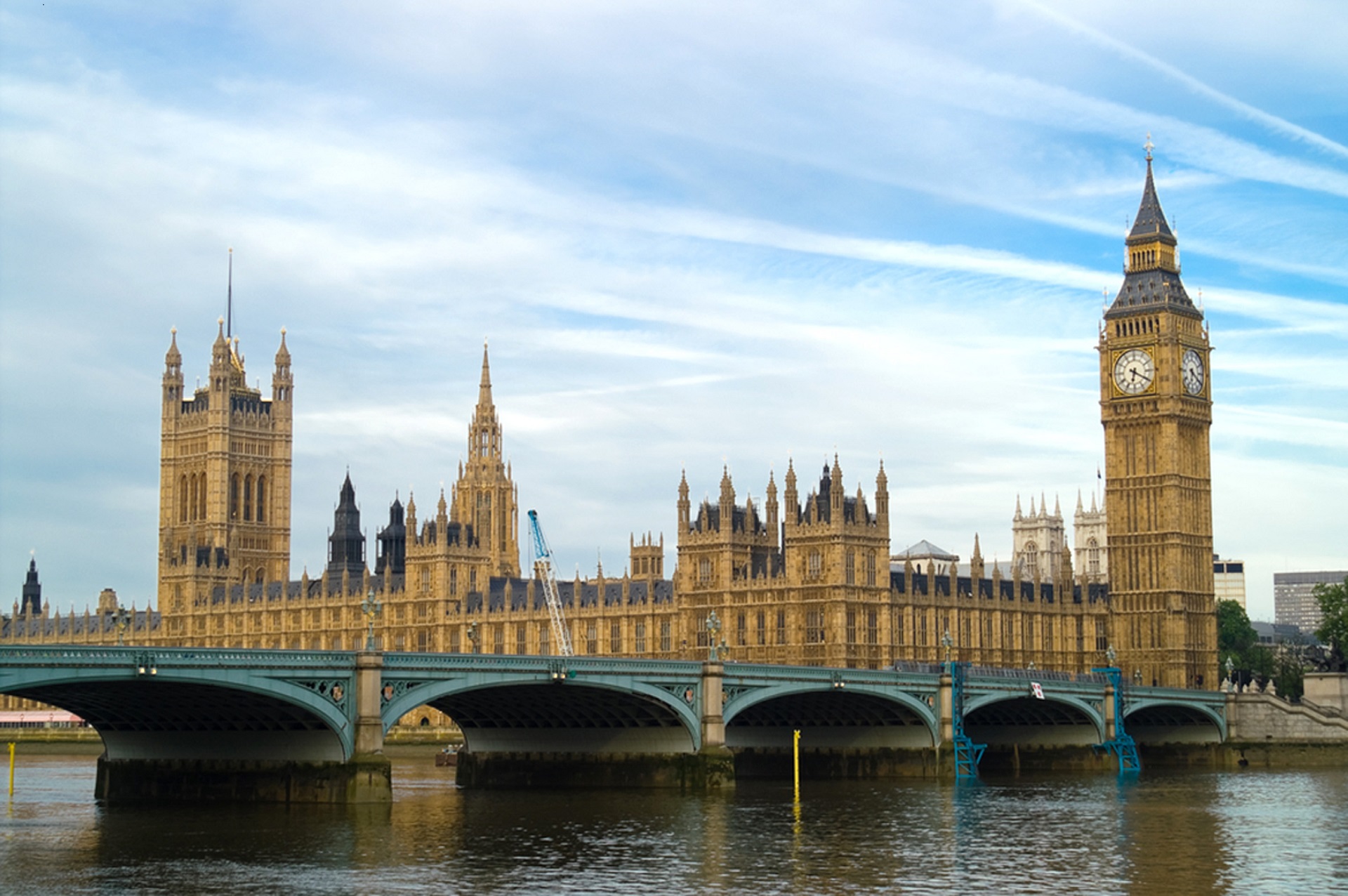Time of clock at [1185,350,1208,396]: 6:20
